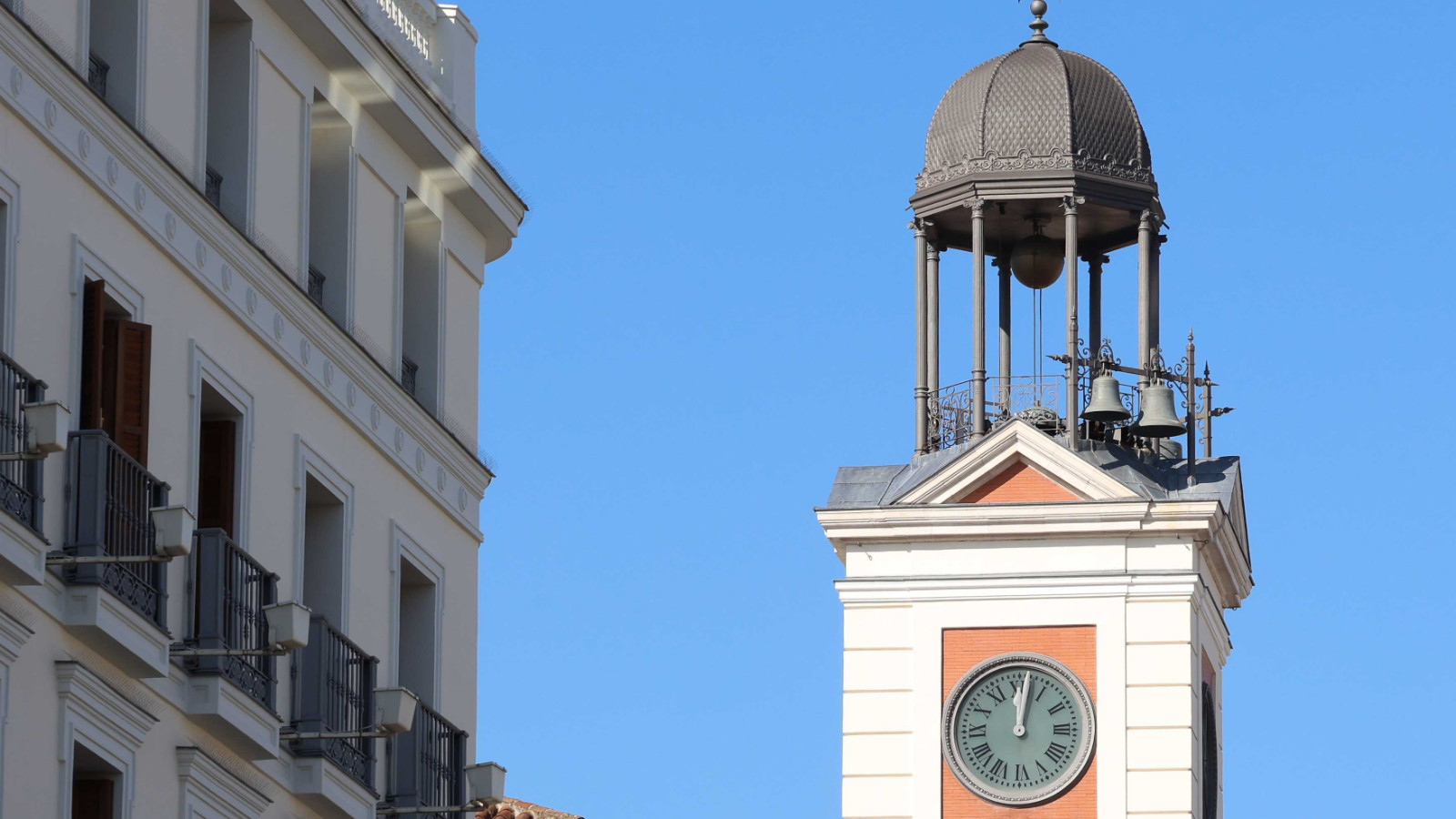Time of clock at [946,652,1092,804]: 12:02
